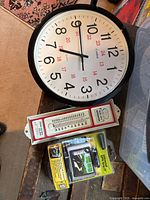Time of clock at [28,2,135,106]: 10:00
